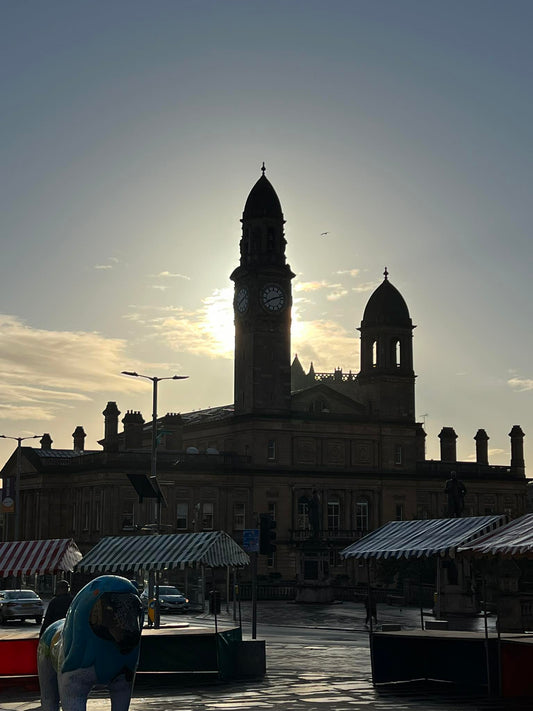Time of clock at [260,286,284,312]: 8:12
